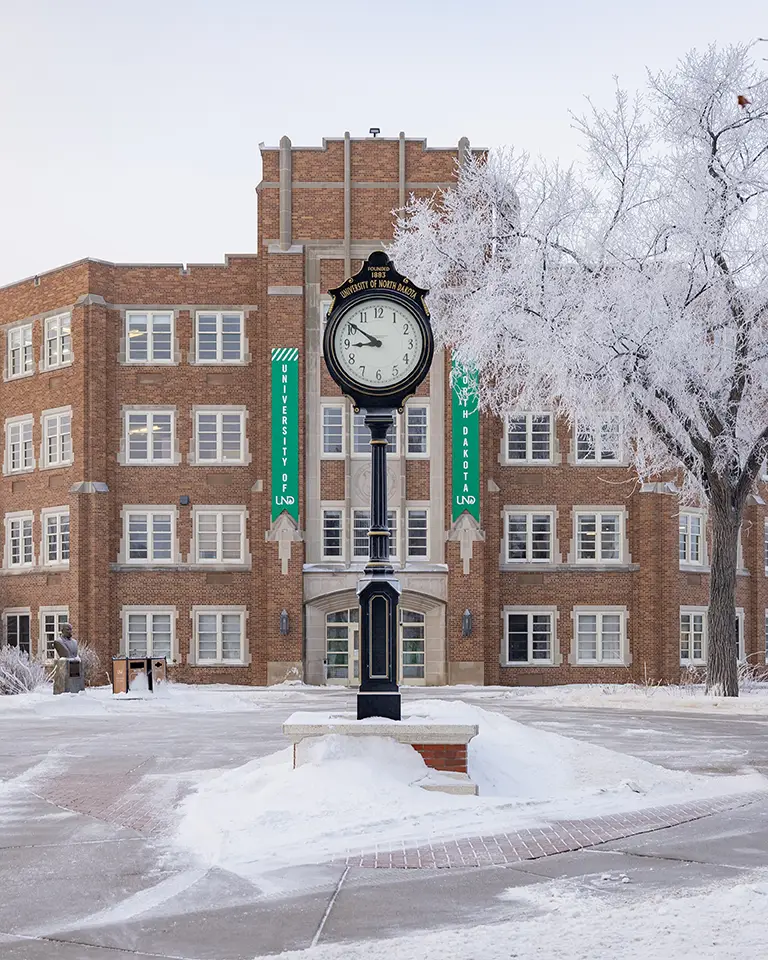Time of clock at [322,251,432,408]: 8:50
